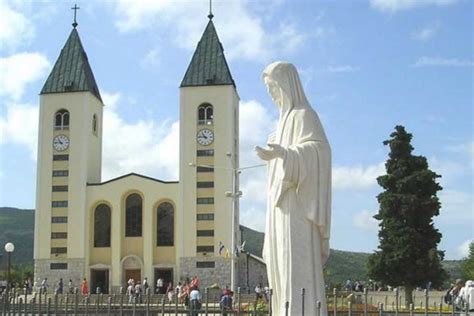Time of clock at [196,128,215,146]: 10:46
